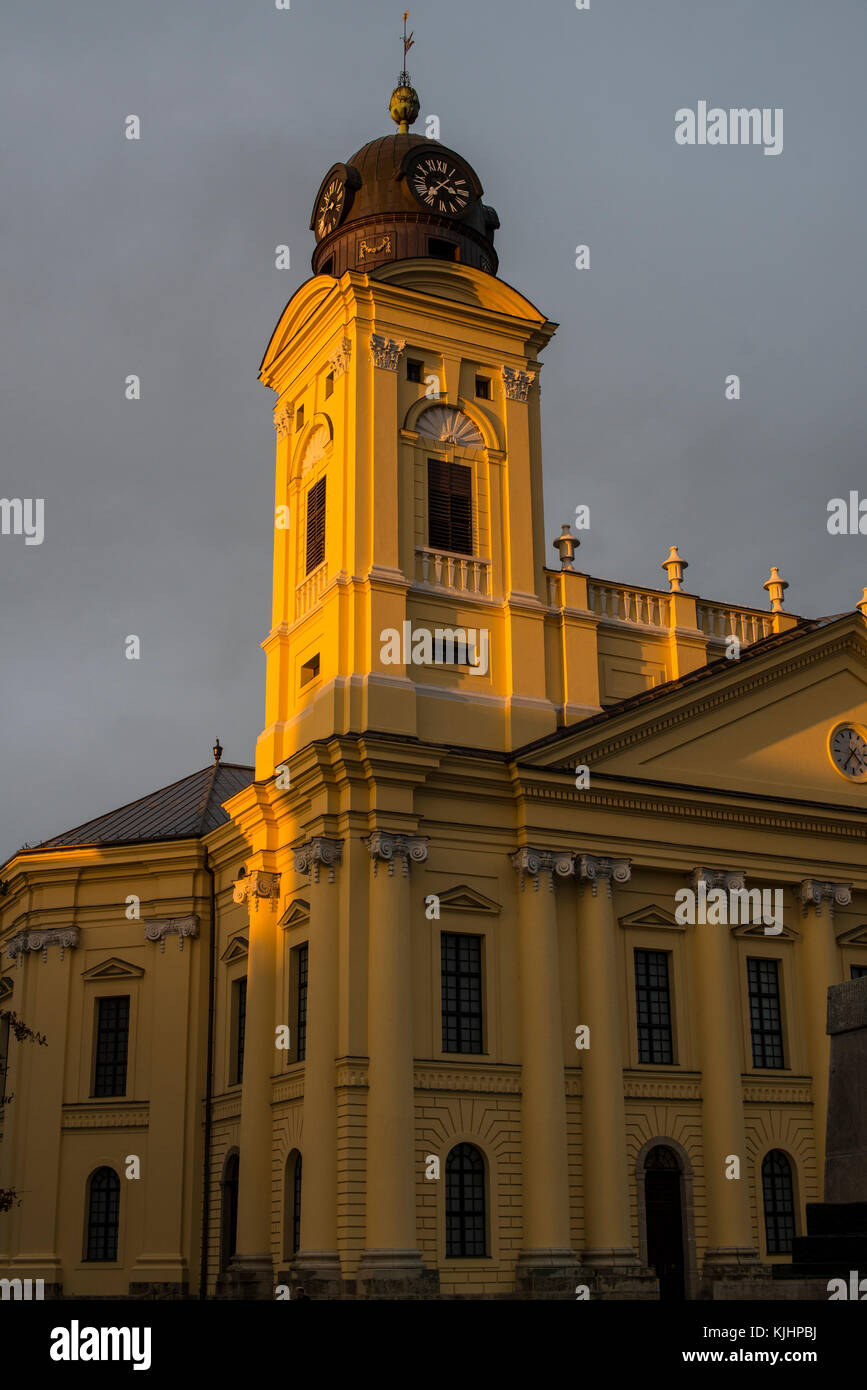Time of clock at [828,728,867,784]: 4:36
